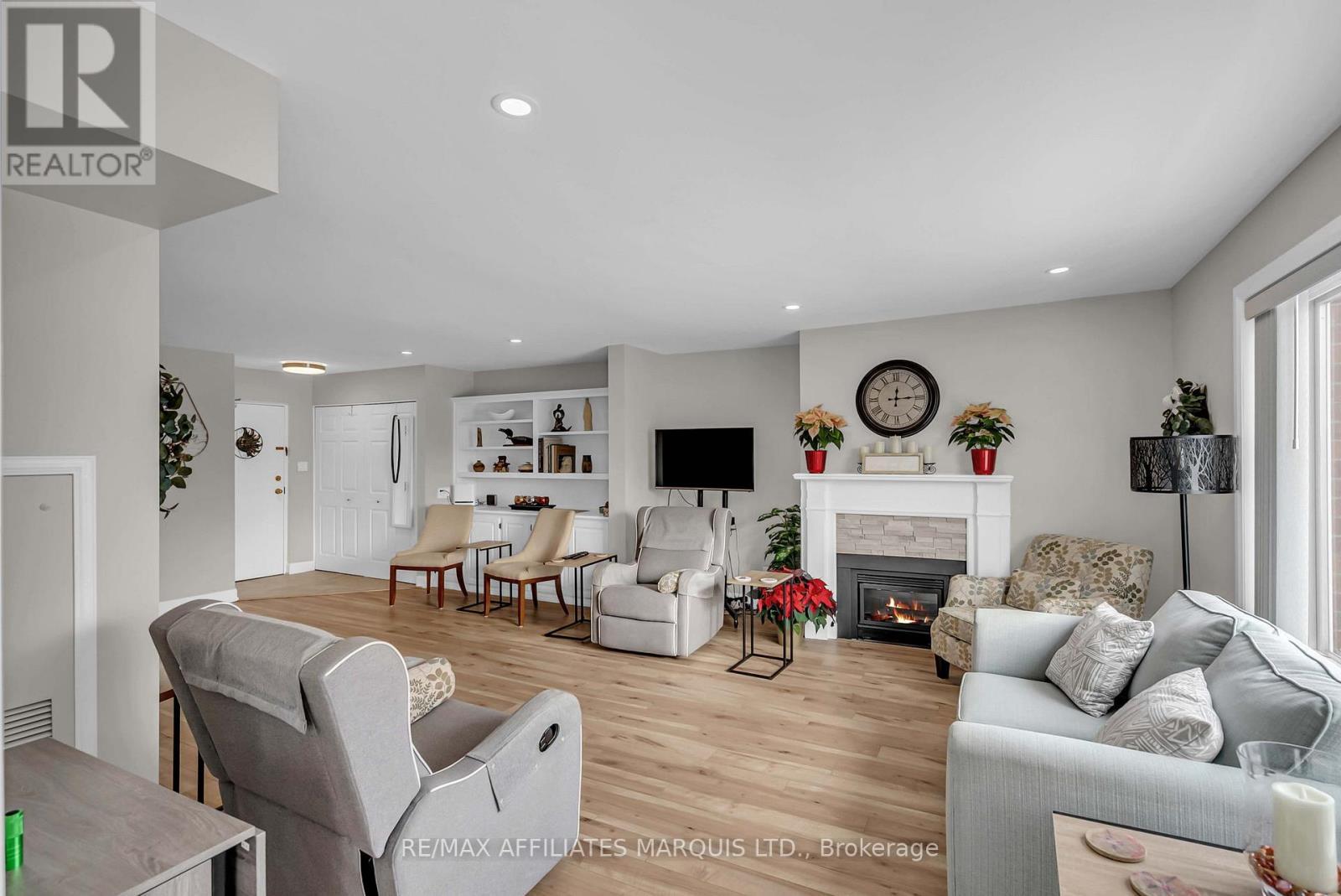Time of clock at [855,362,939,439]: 12:14
